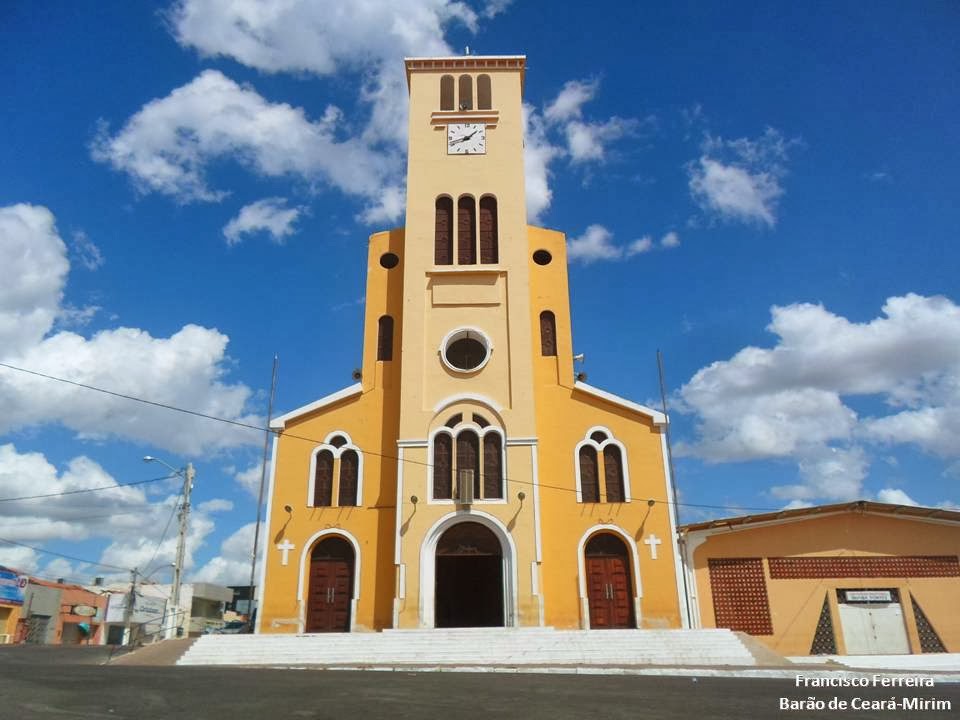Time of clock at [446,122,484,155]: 1:42
